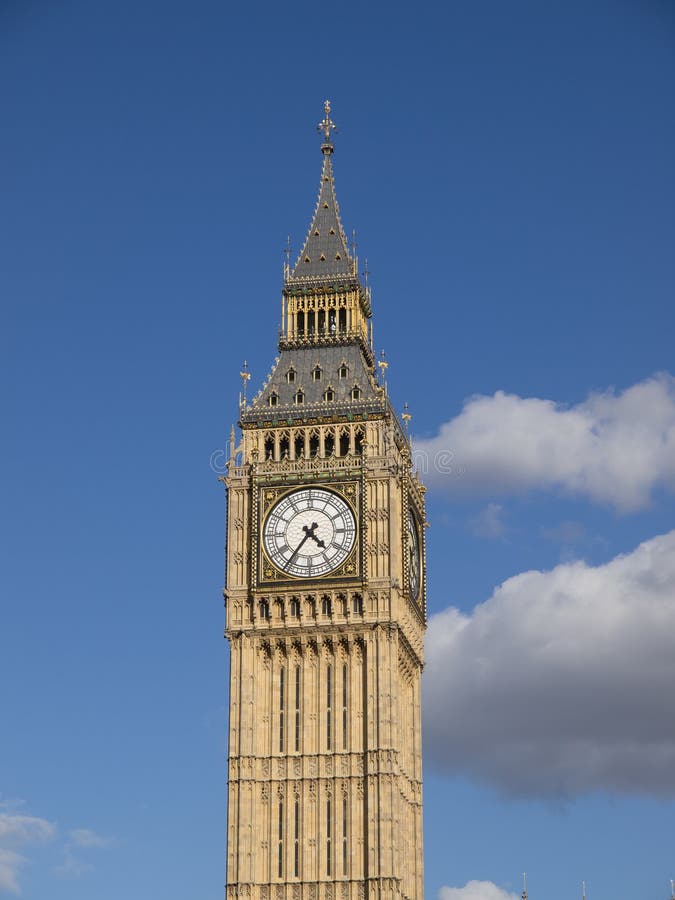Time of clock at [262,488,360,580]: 4:36
